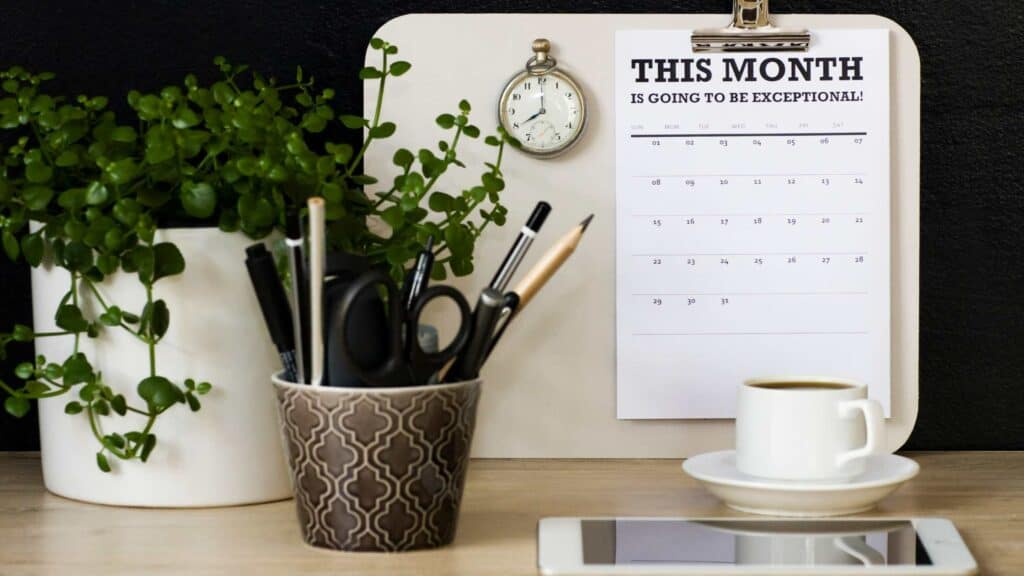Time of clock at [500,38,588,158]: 7:59
